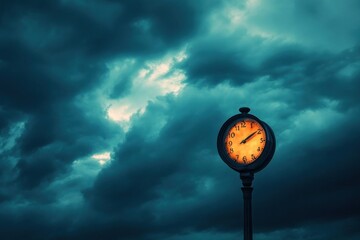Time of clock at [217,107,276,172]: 2:09
